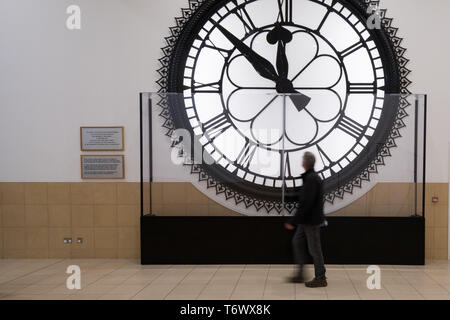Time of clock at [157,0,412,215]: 11:51
